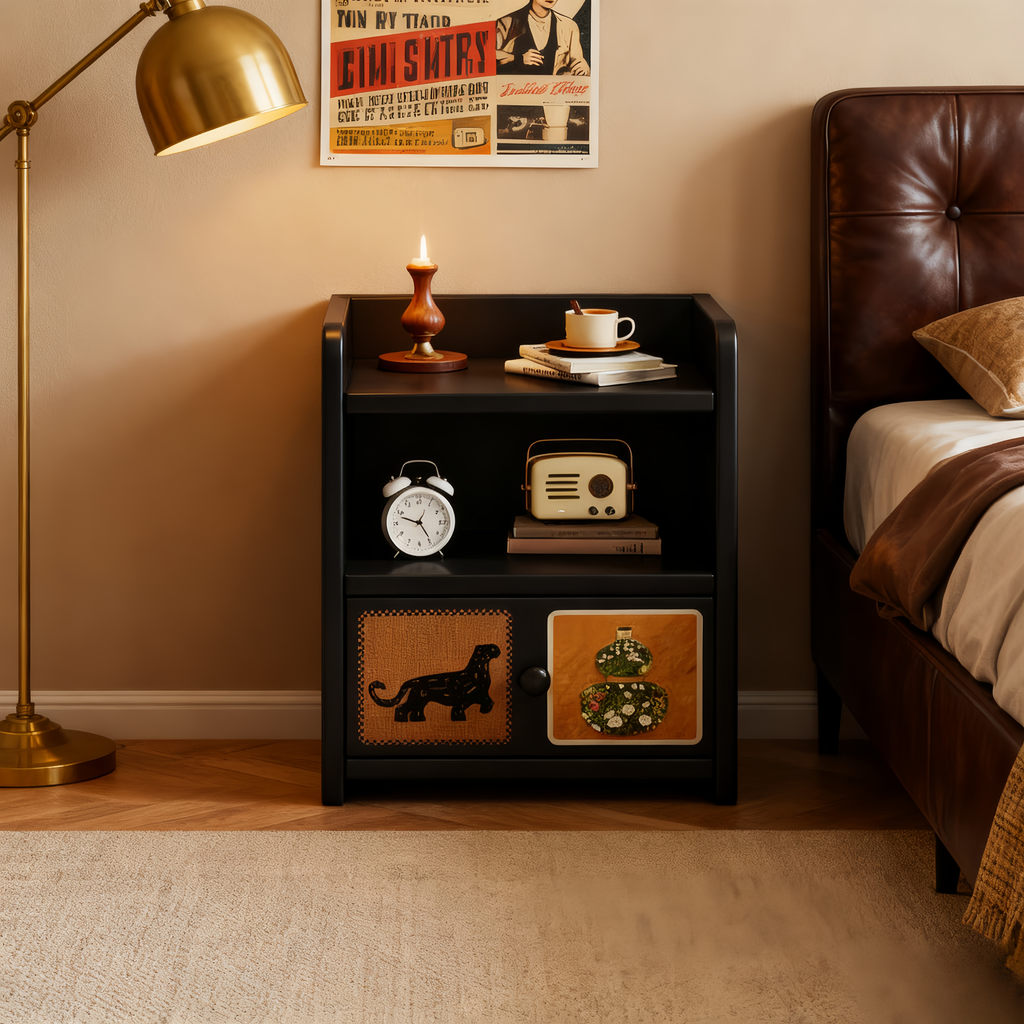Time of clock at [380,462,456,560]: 4:48
